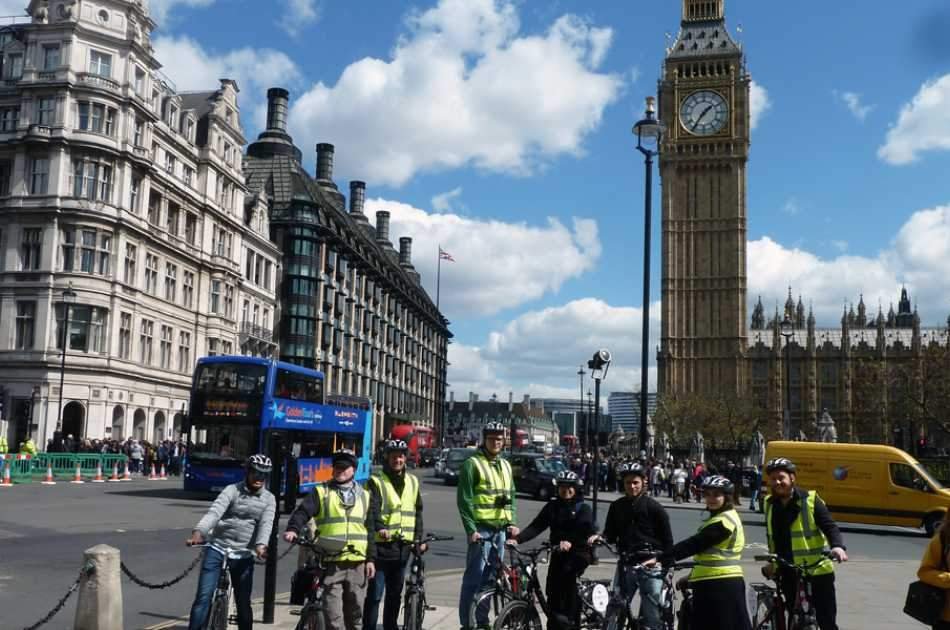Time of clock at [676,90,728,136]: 1:36
